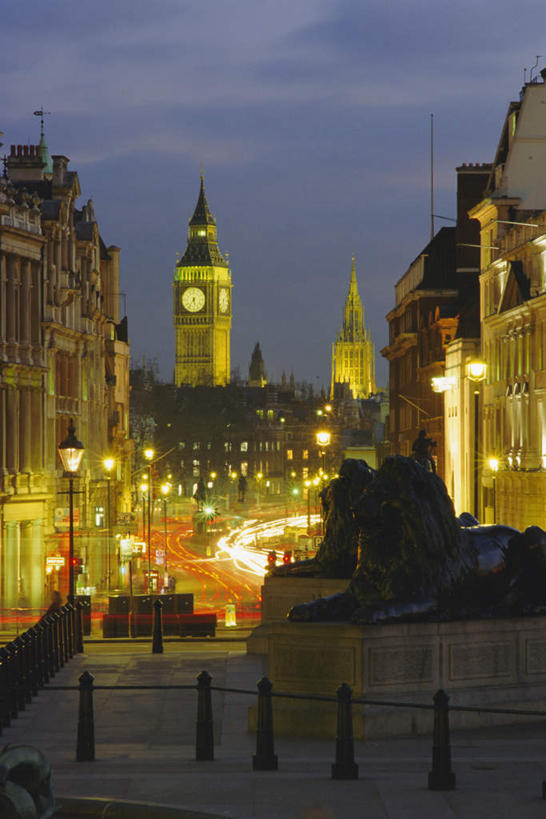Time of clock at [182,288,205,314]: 5:36
